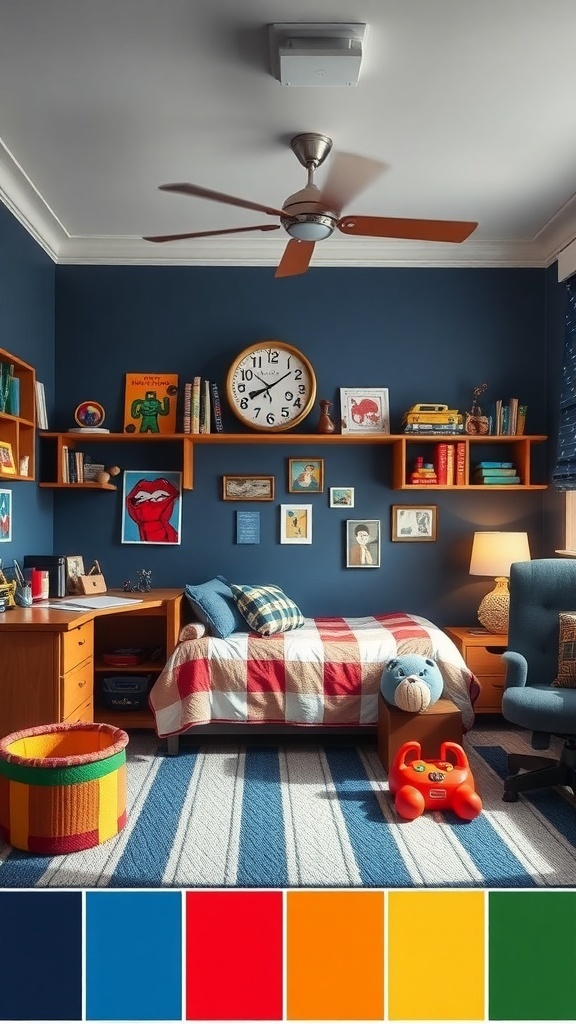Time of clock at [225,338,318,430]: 8:08
